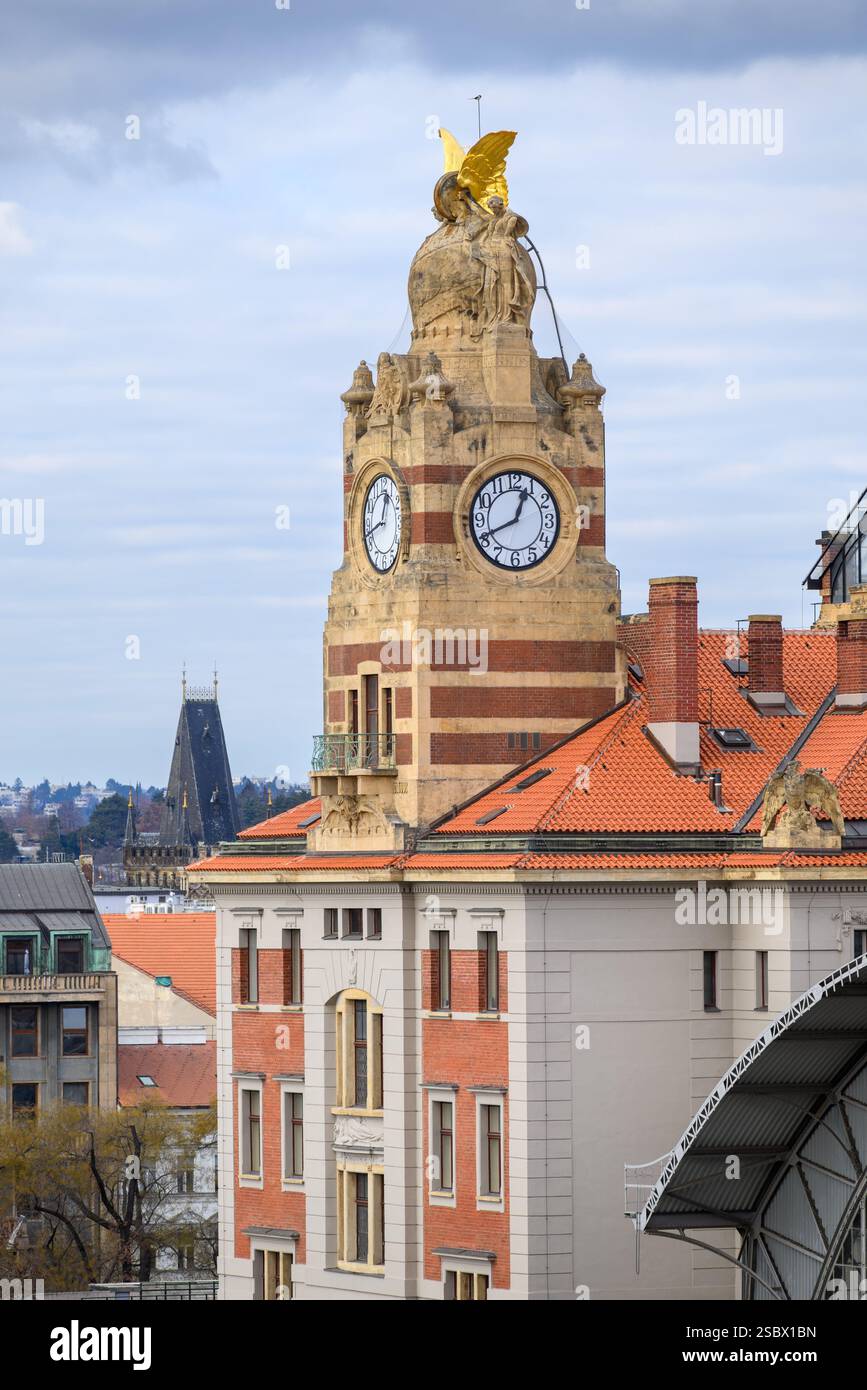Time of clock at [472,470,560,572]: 12:40
